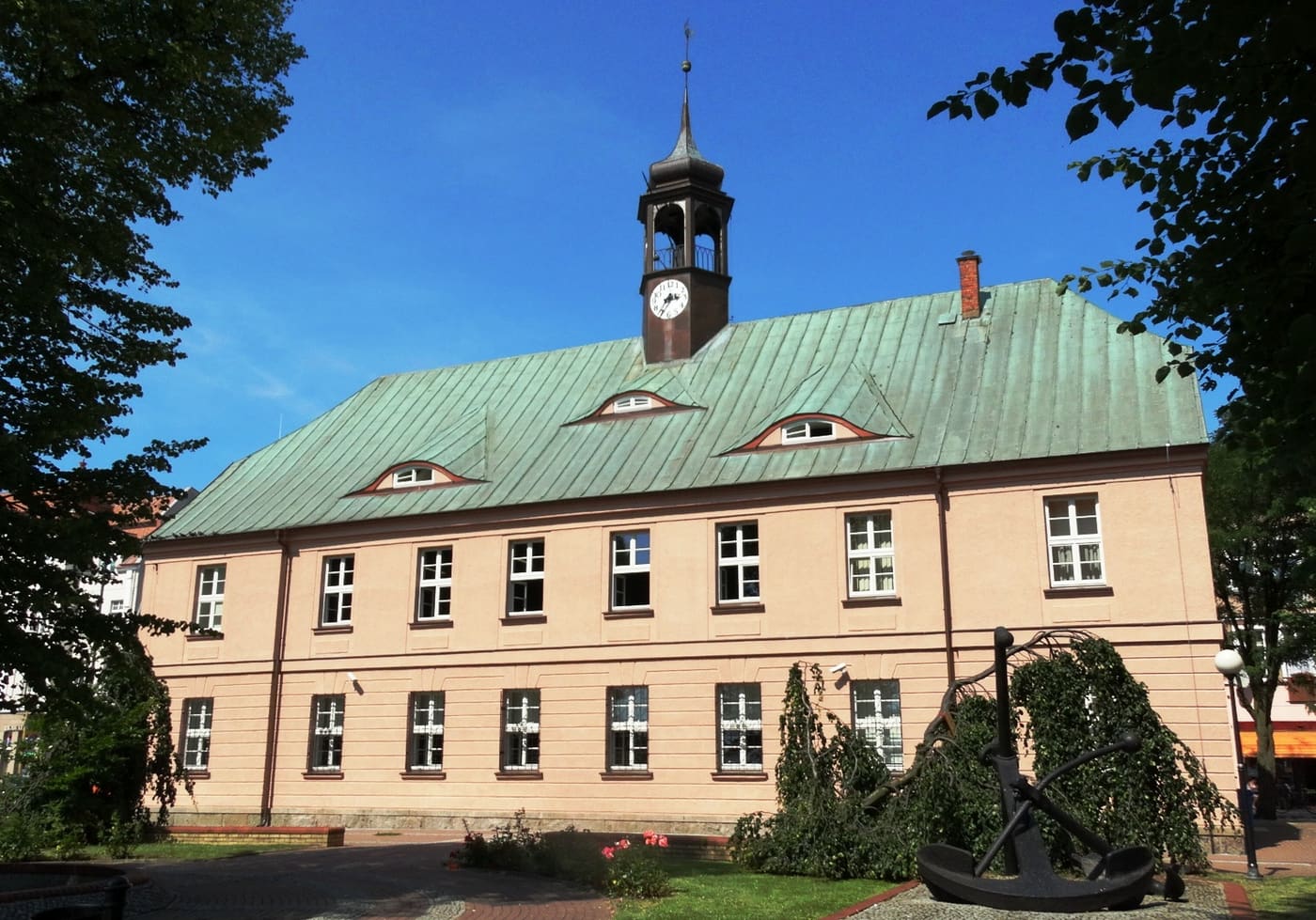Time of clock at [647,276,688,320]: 2:35
